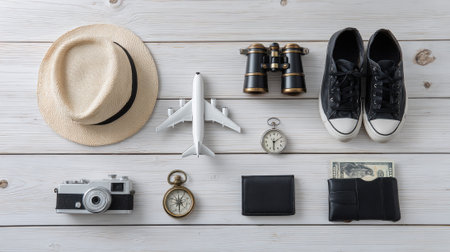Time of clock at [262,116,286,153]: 6:08
